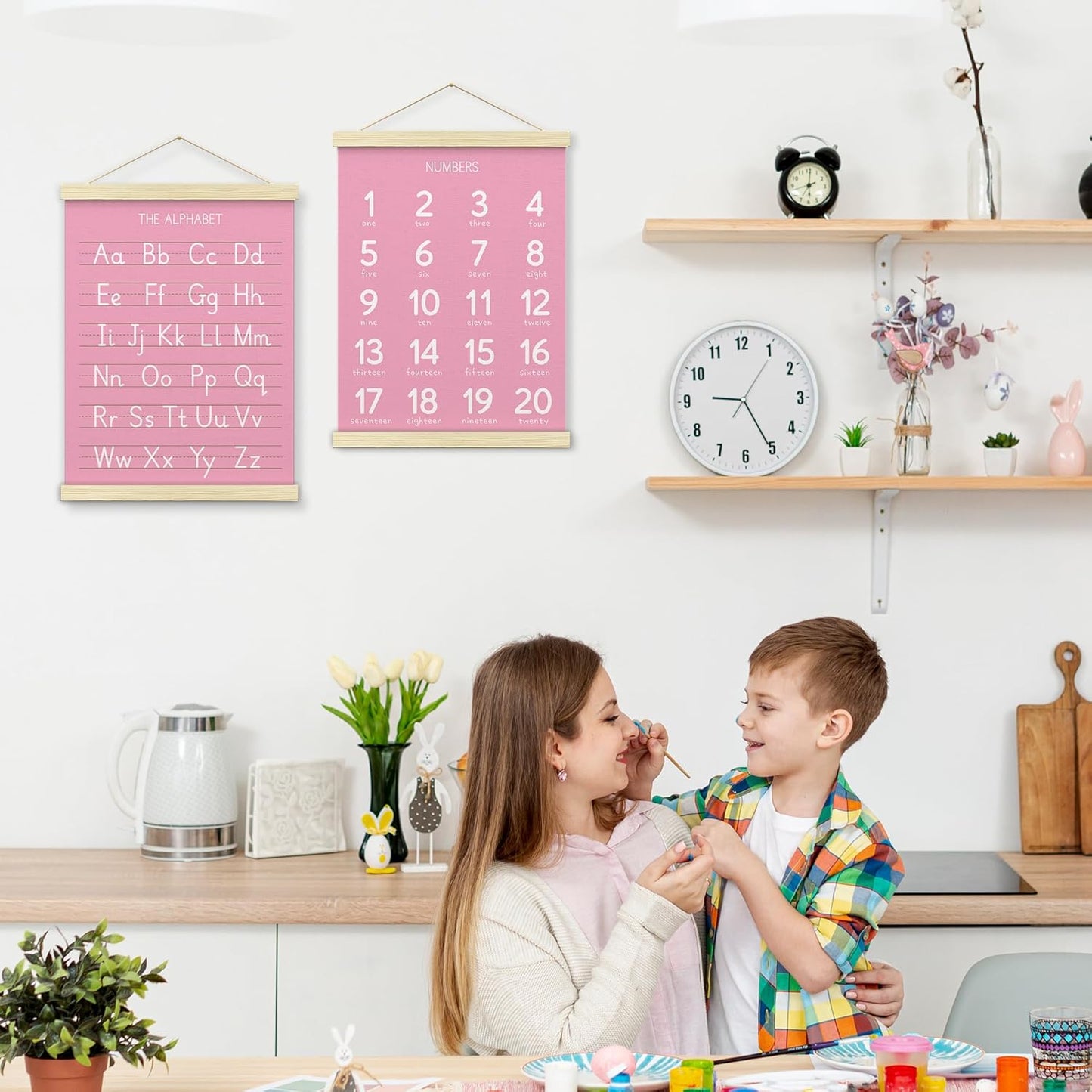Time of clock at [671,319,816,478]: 9:25
